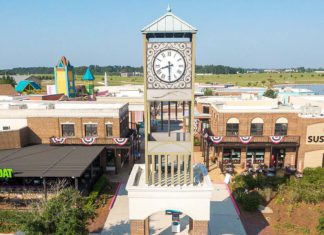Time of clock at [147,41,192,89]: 8:29
